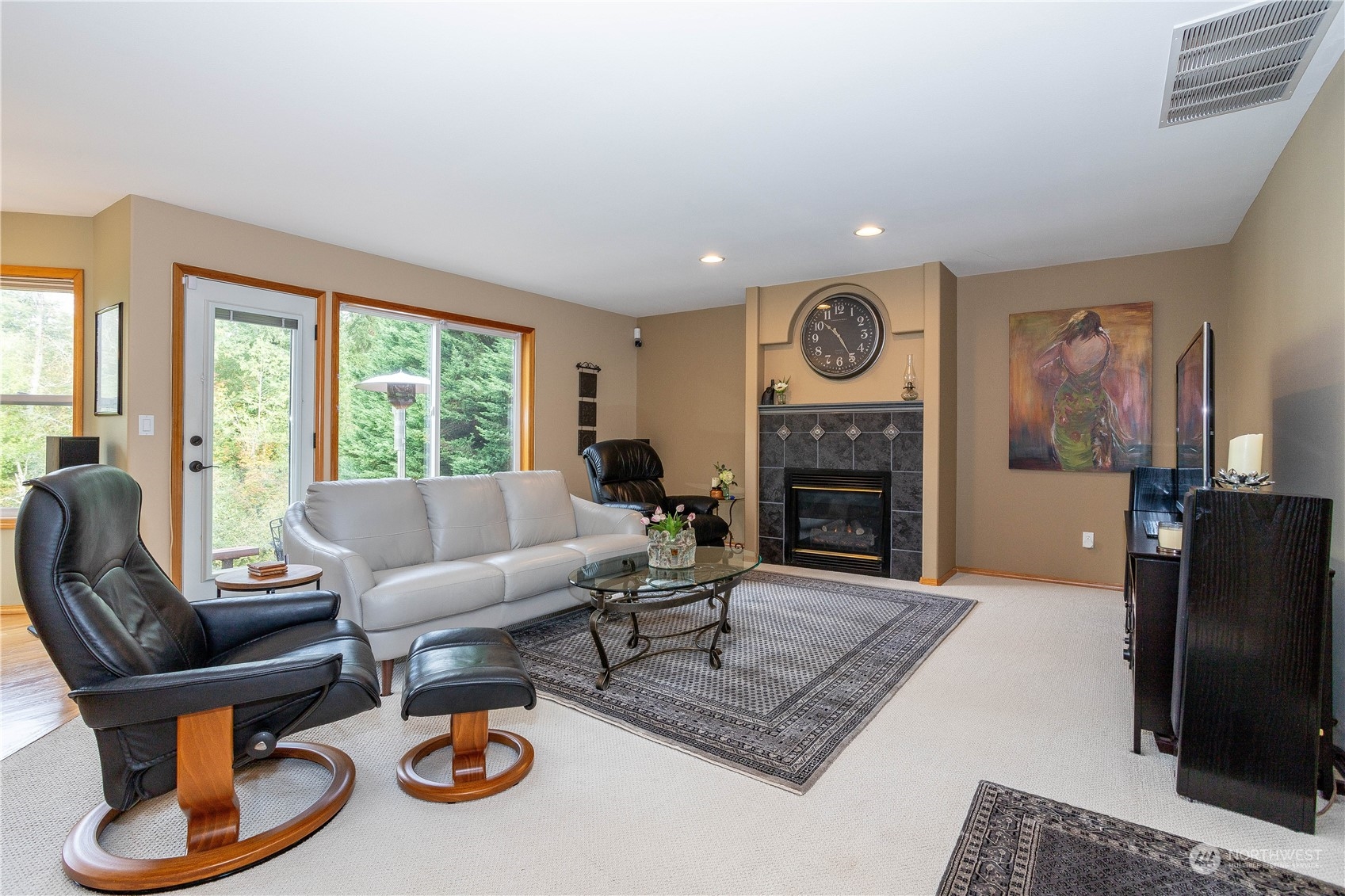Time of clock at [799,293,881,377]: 10:24
